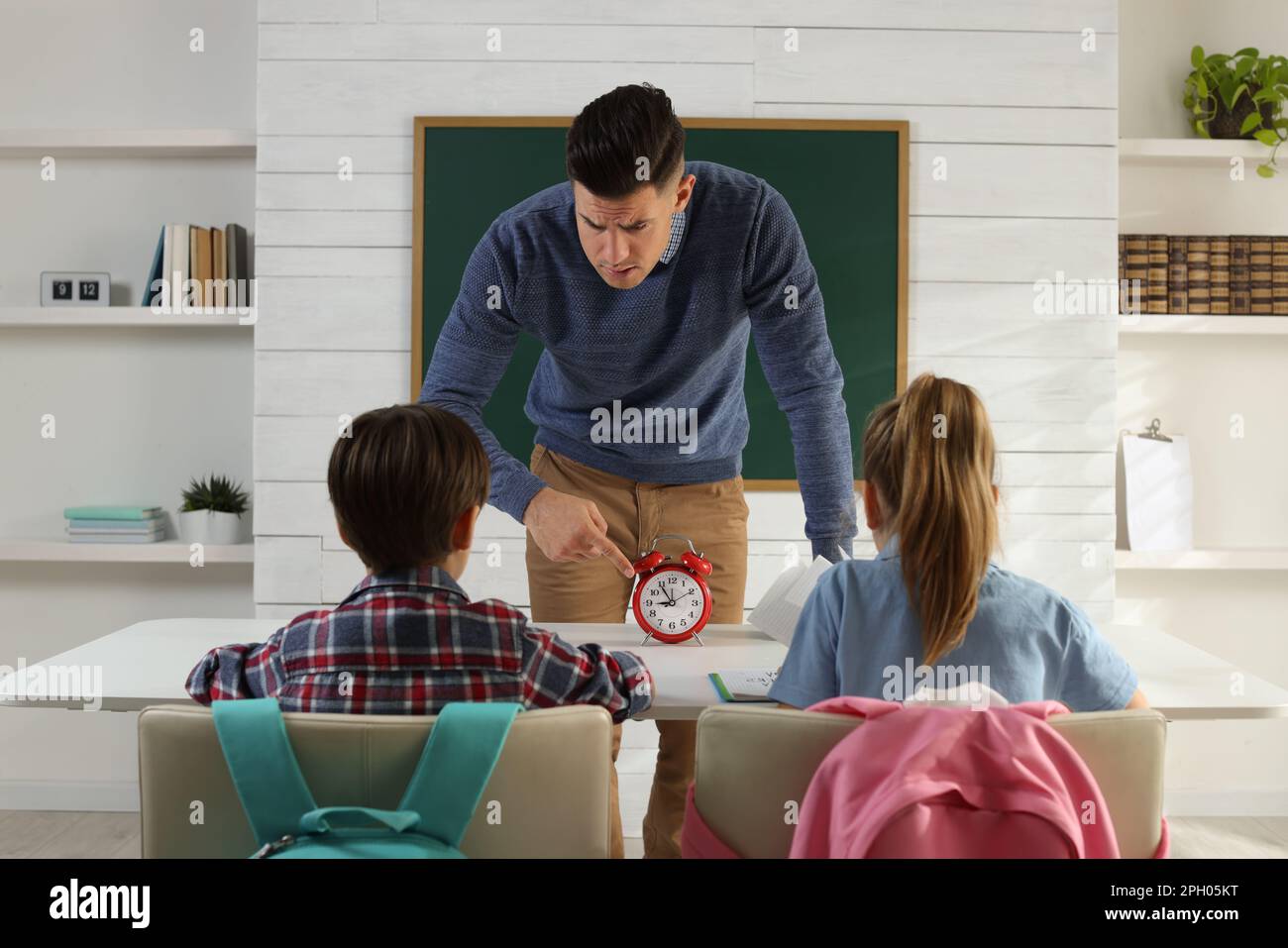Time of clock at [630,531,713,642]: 8:54
